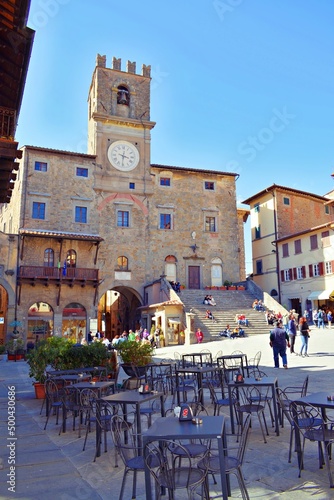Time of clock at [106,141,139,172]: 3:31
